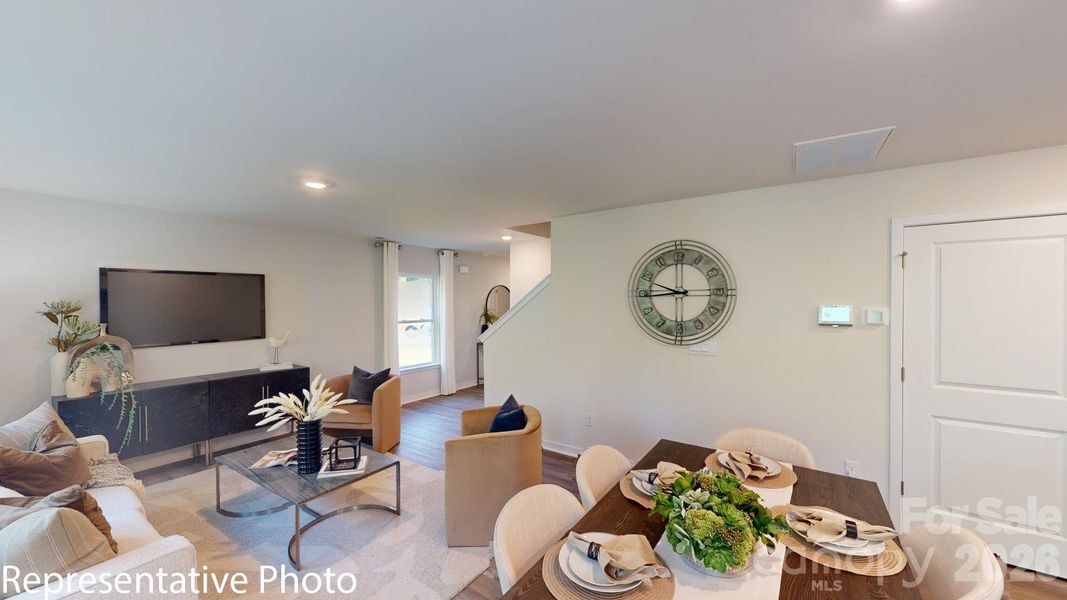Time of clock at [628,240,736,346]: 9:44
